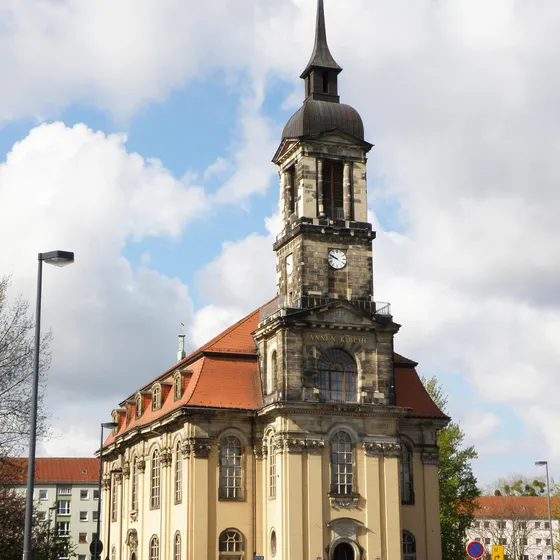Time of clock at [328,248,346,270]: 9:48
